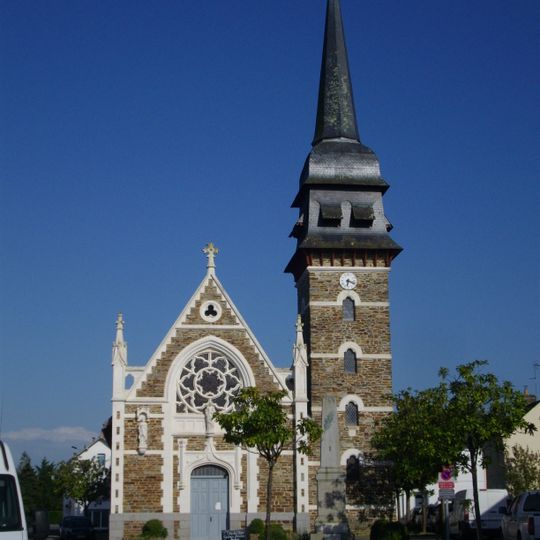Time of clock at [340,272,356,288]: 6:18
